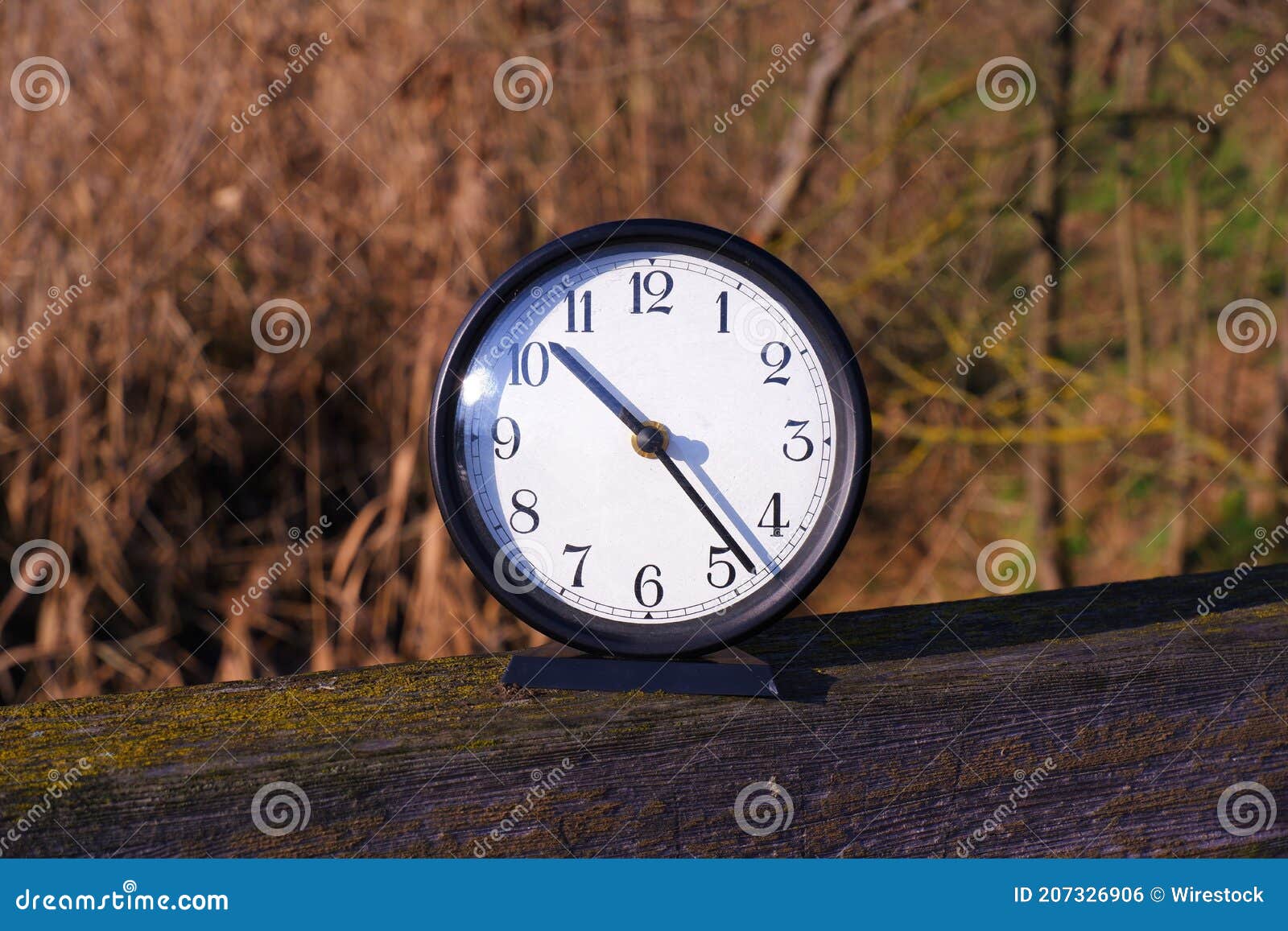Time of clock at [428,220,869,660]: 10:23
